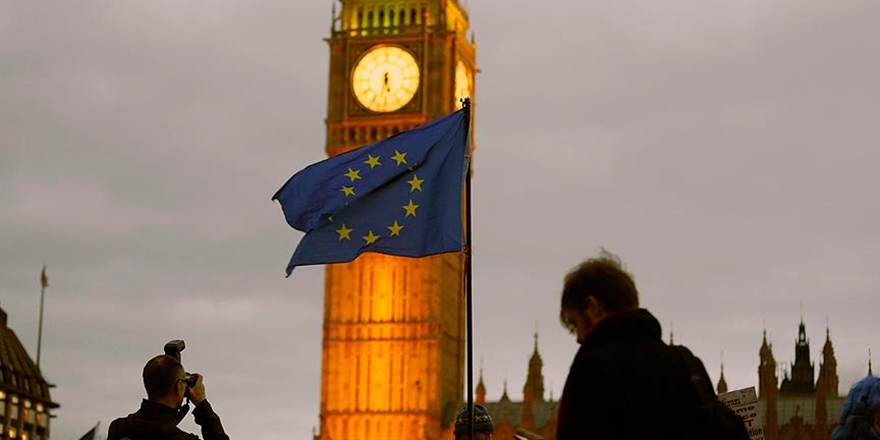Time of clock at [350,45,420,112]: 5:32
